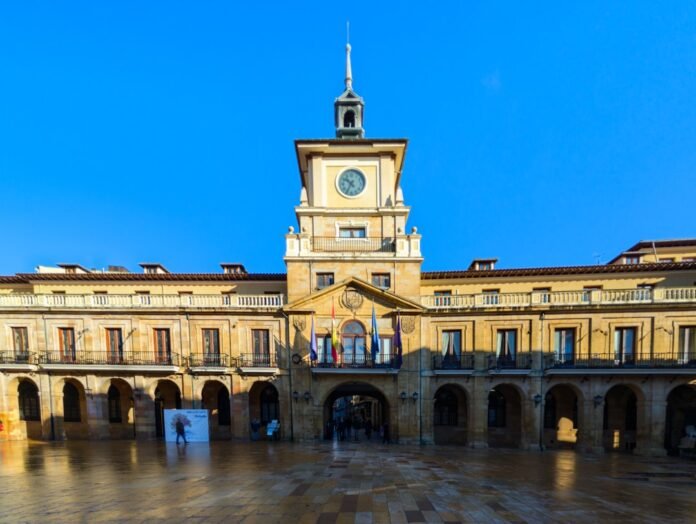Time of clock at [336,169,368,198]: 10:35
